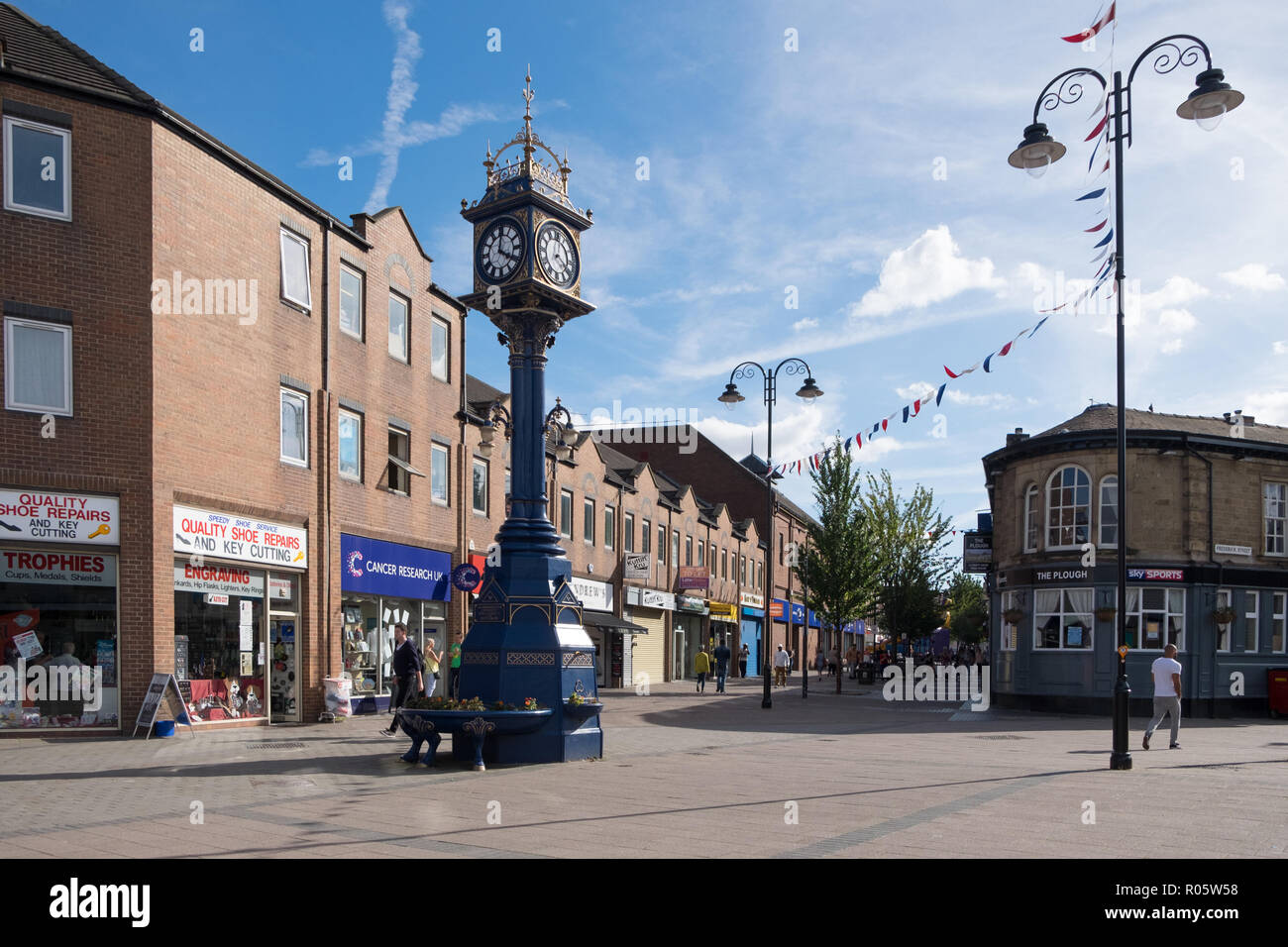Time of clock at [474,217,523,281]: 4:01
